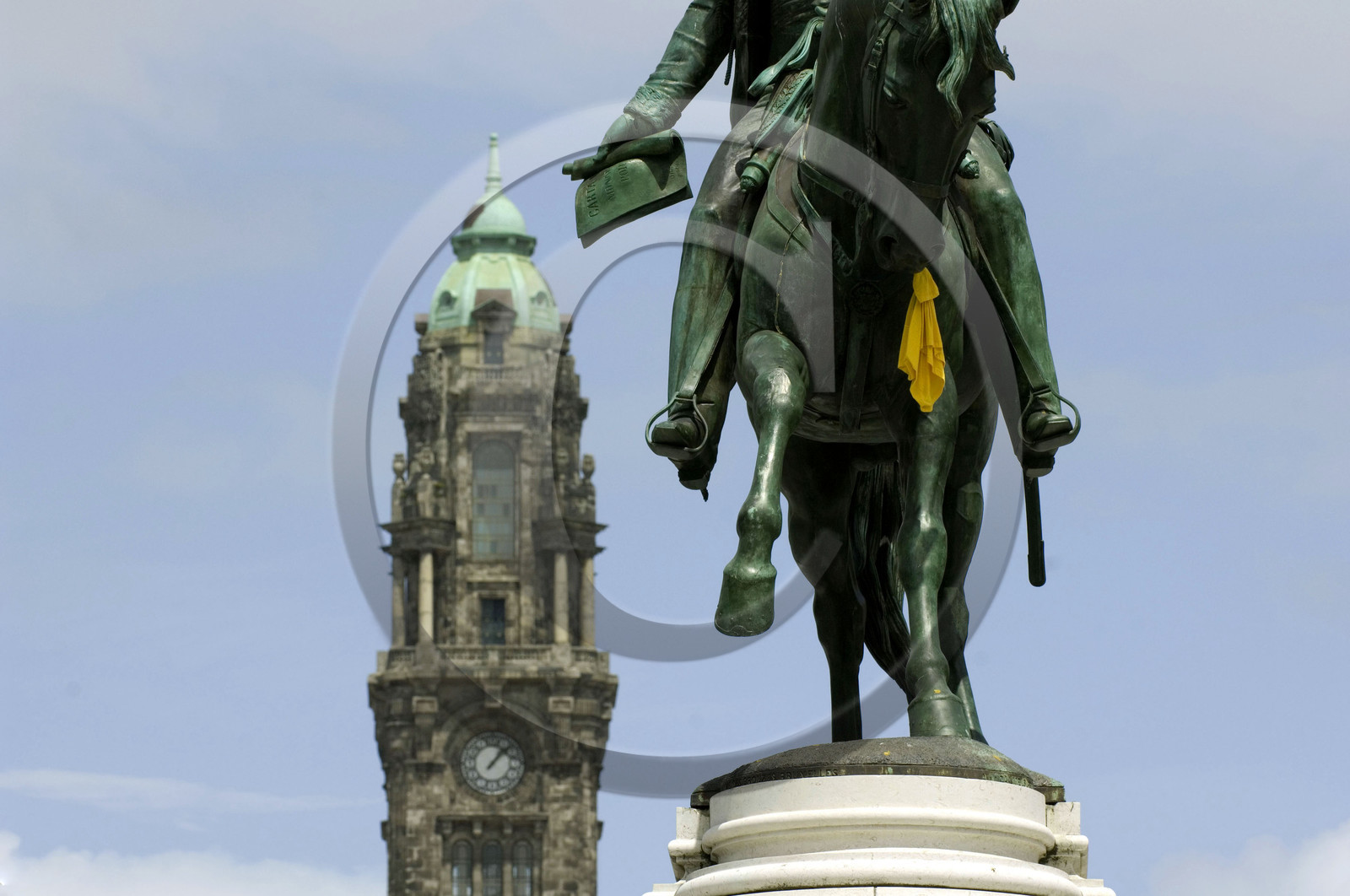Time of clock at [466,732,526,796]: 1:07
